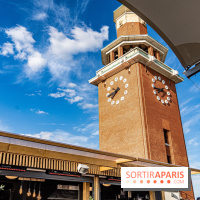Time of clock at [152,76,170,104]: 7:43
